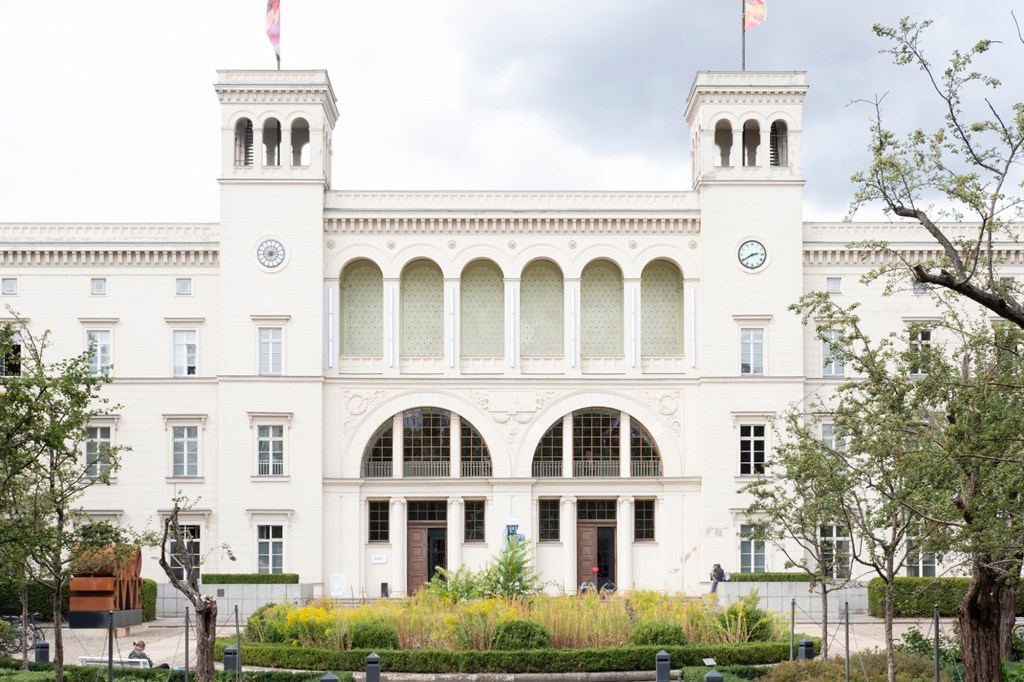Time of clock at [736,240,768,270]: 2:39
